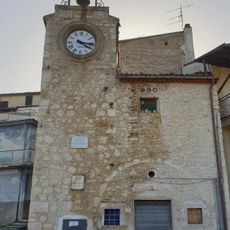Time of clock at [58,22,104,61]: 4:16
